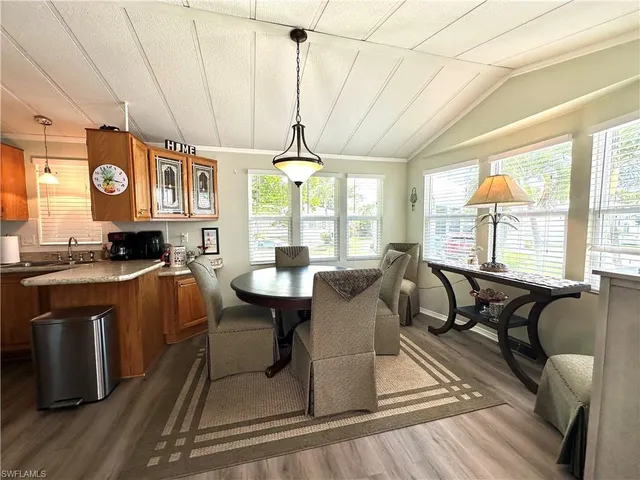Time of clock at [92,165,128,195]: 7:17
